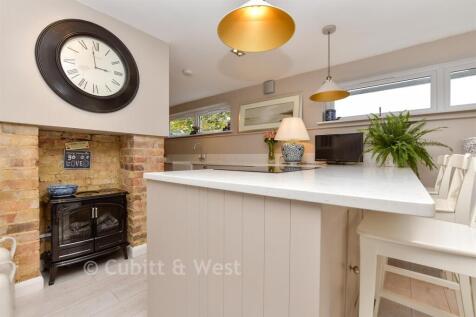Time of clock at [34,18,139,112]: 2:58
